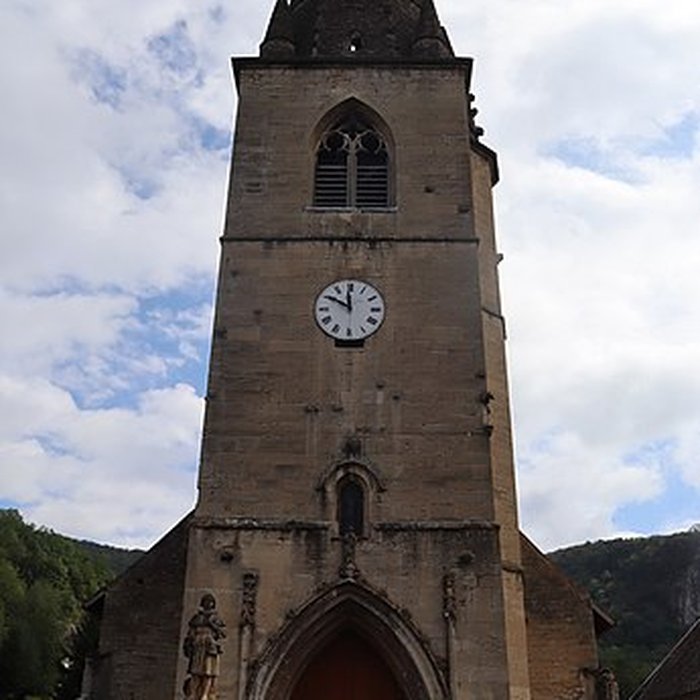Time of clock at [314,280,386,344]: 11:50
